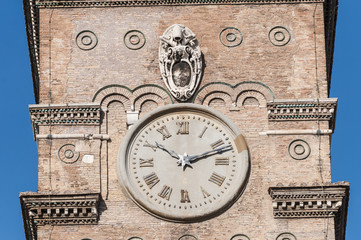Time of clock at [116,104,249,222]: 10:12
